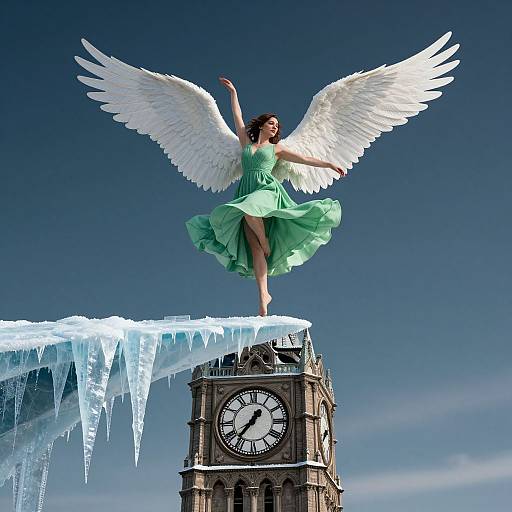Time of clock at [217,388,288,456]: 7:36
